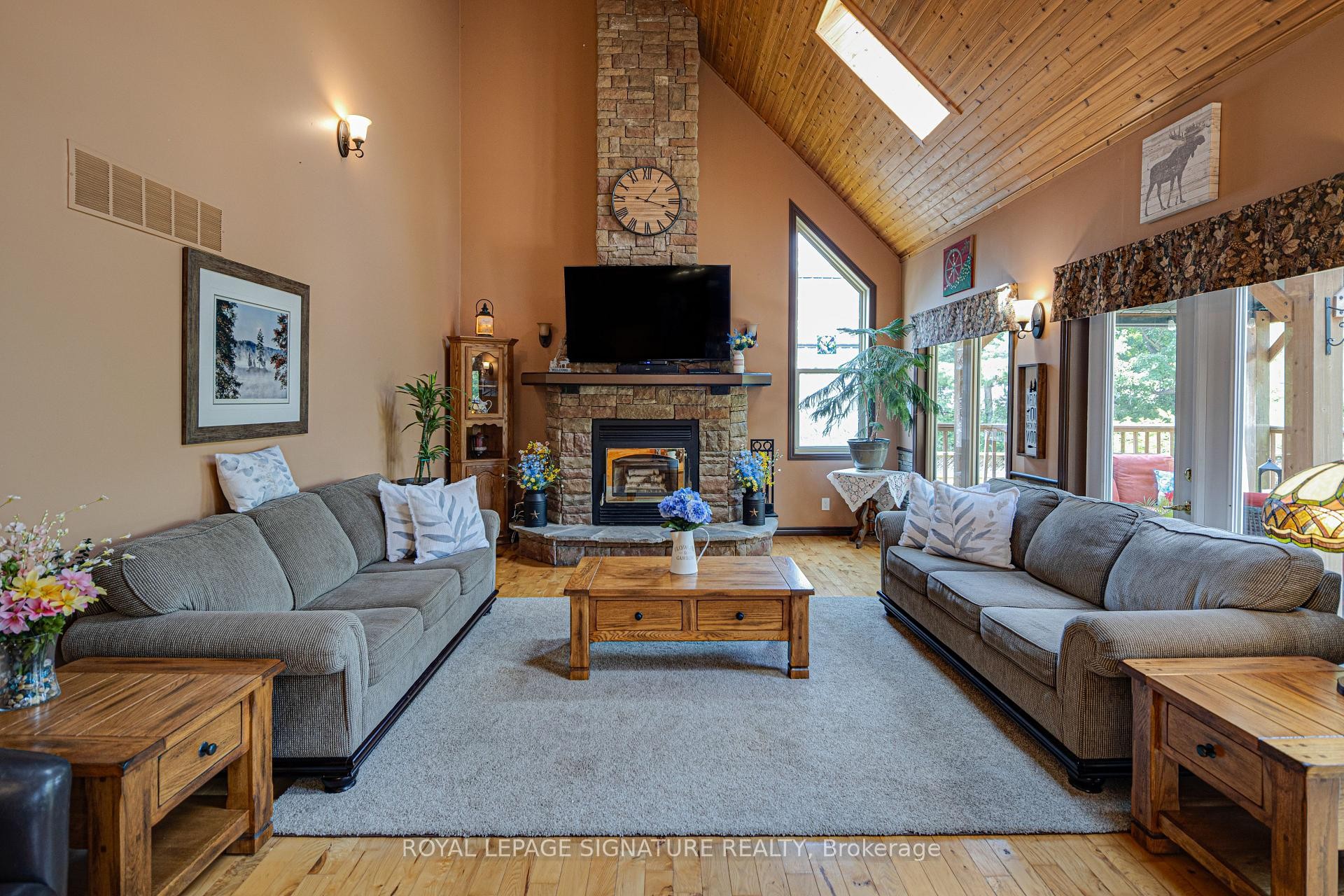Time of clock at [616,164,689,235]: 1:17
